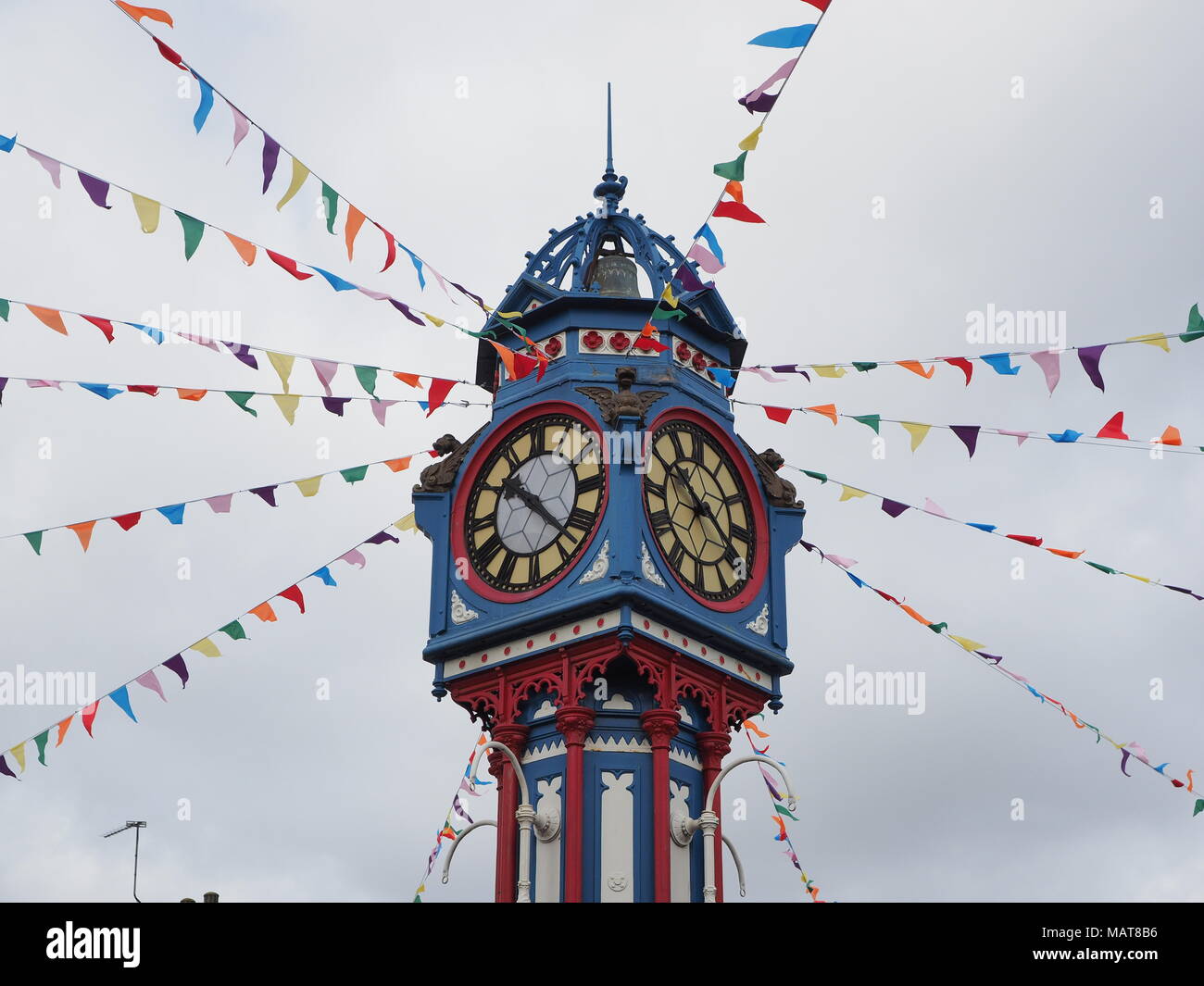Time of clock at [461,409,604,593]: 10:22
